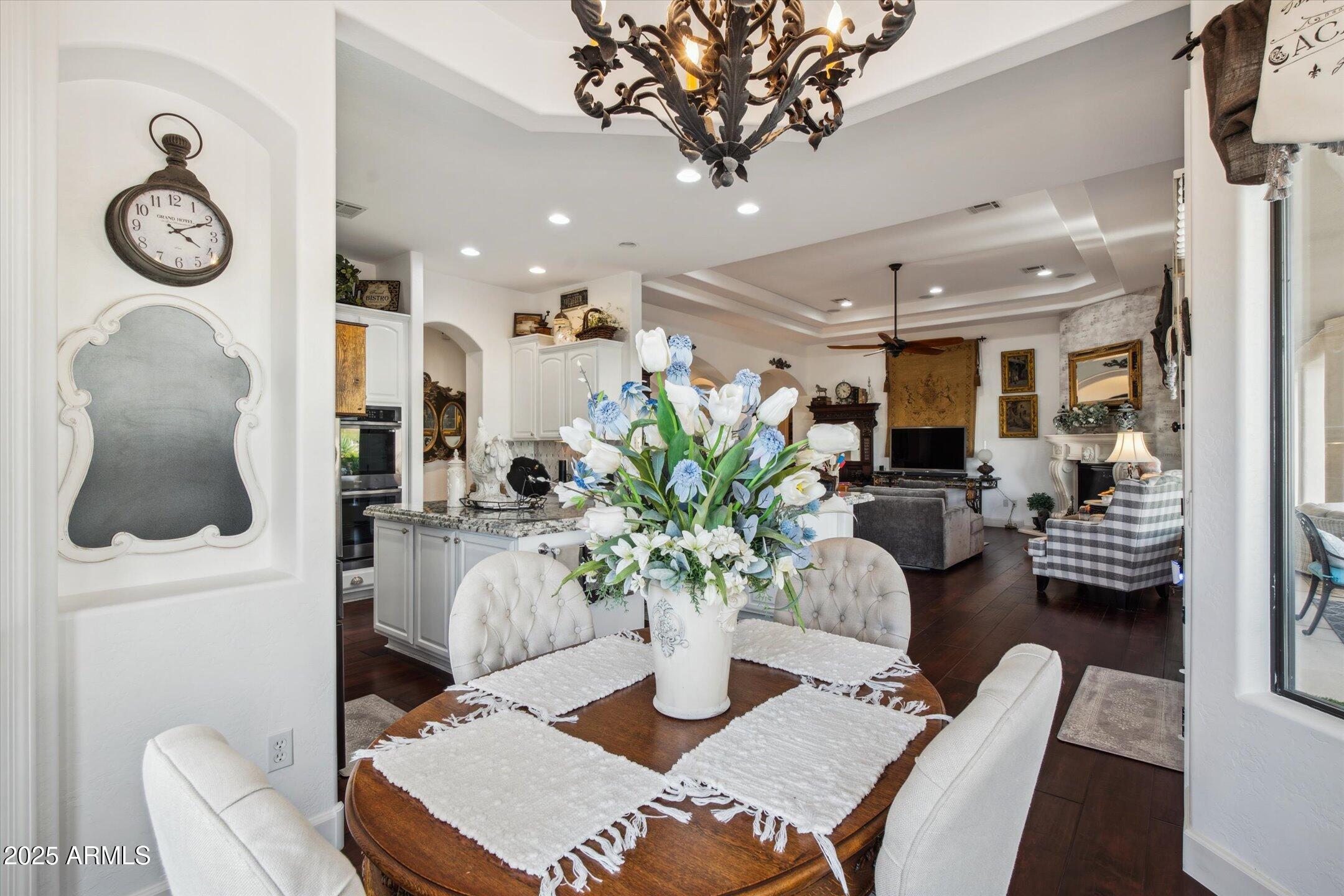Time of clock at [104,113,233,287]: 4:10
